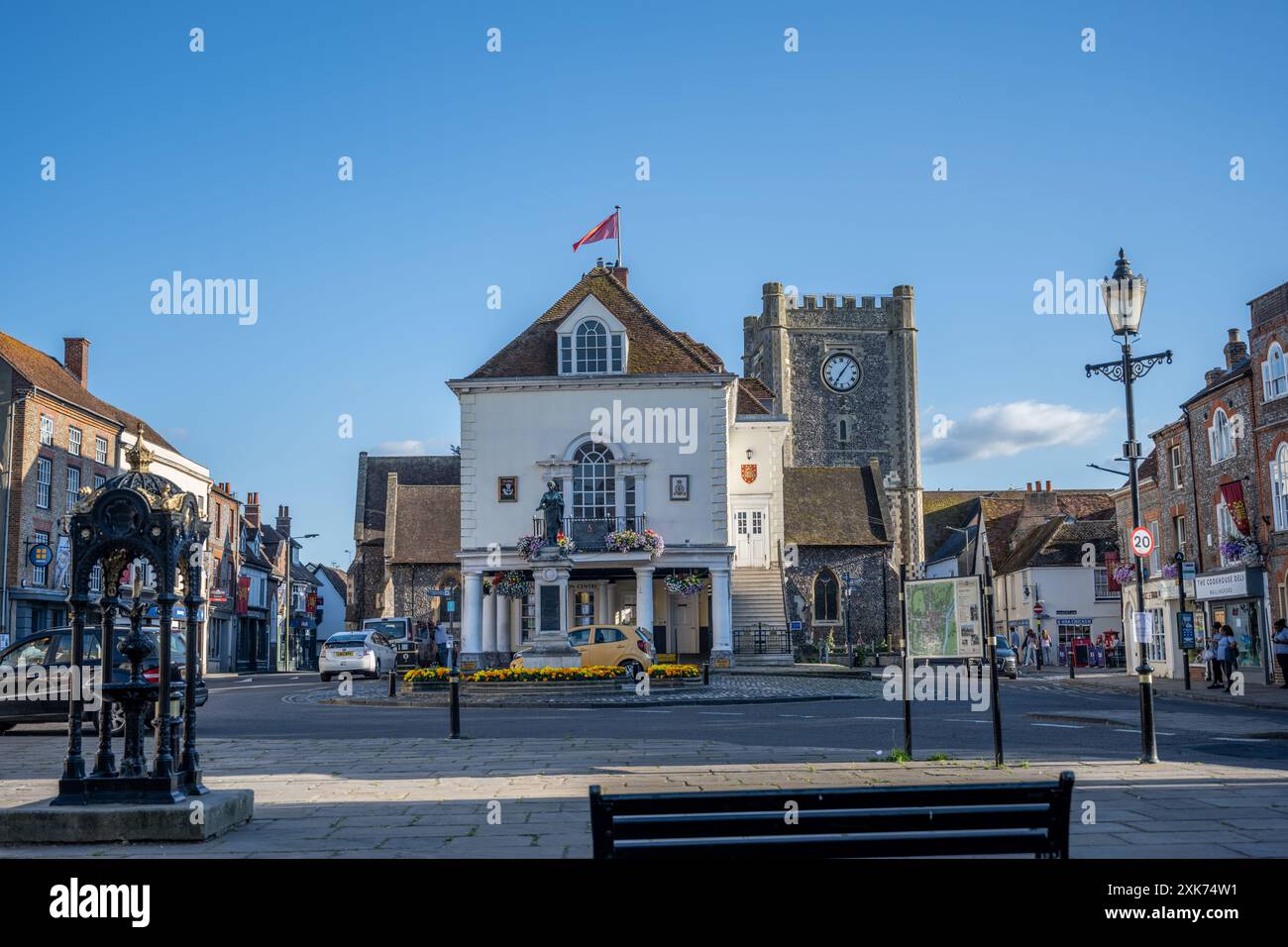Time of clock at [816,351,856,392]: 7:06
